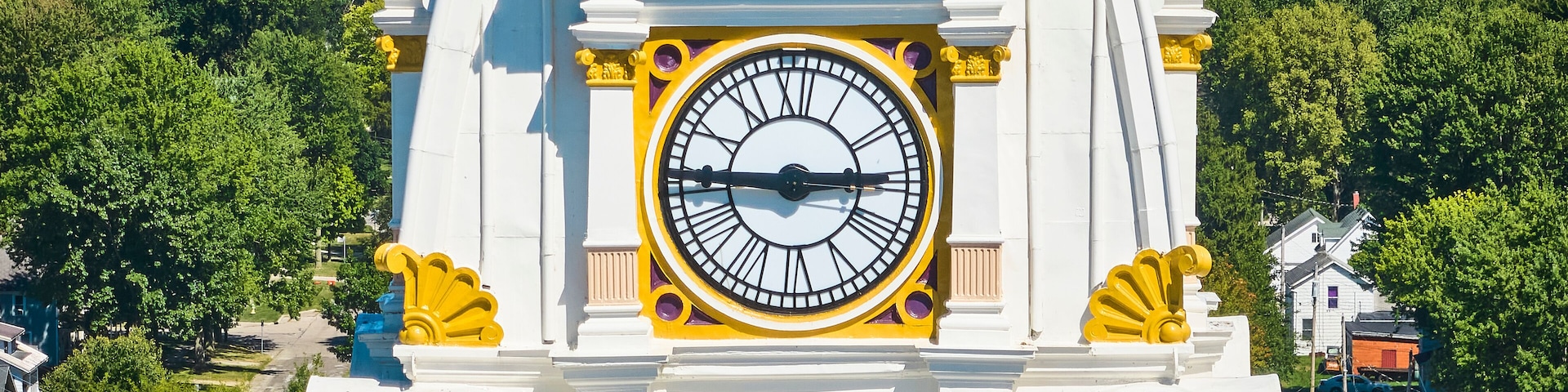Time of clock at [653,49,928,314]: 2:45
